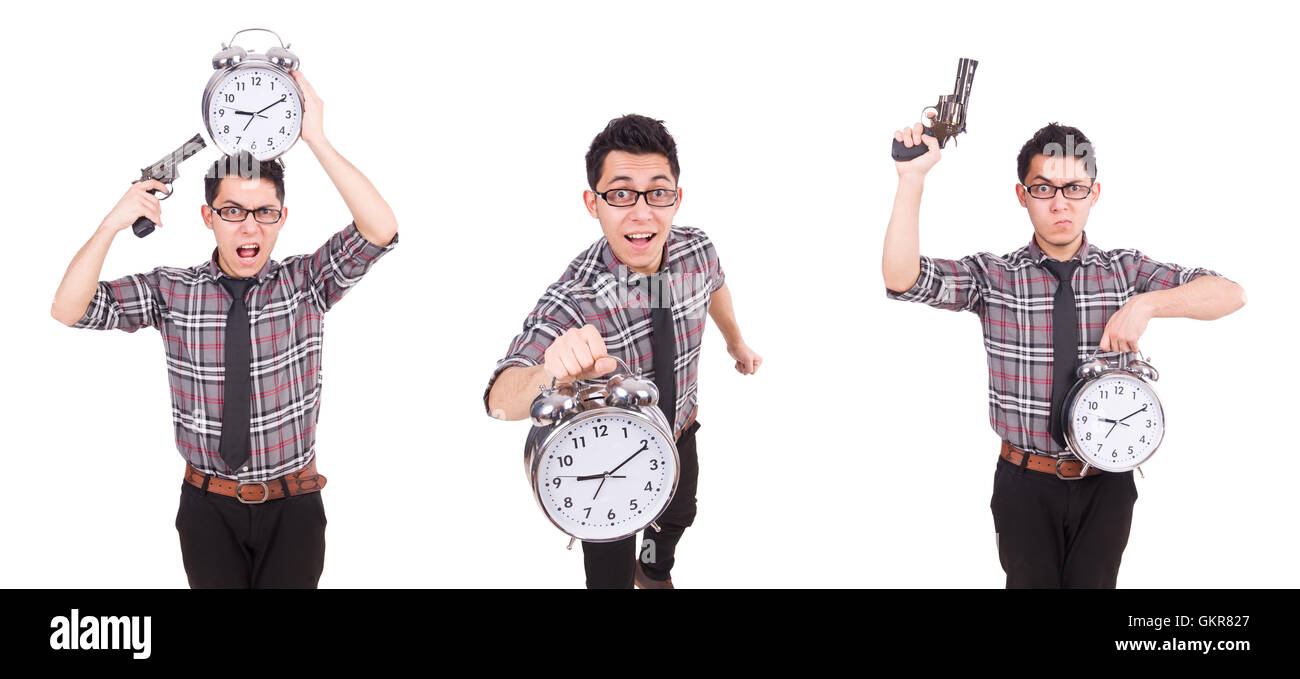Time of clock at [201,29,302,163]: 9:10
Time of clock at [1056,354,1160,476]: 9:10
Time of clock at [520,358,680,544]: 9:10
